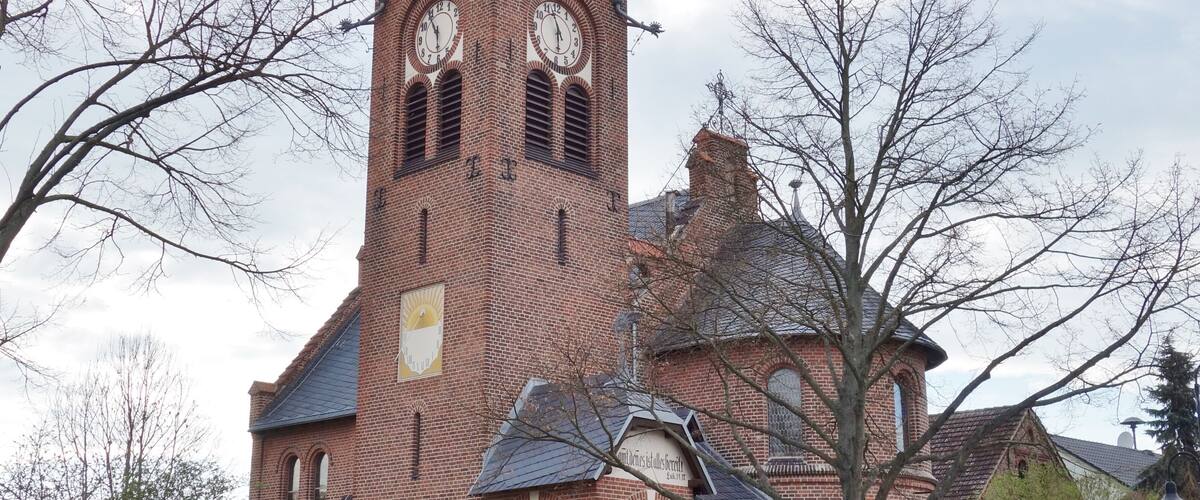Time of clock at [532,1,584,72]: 5:57
